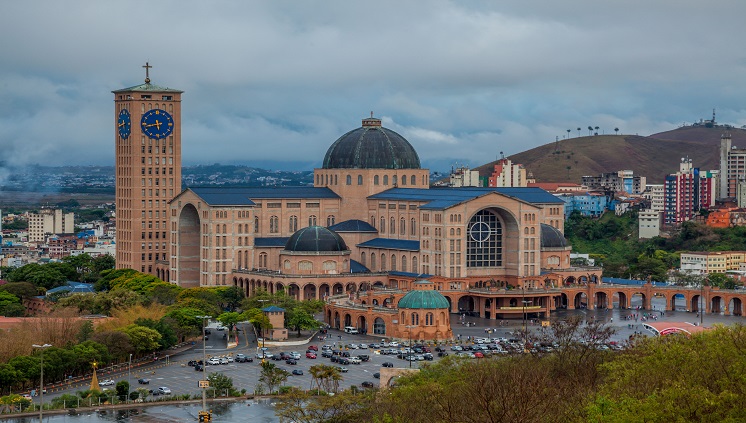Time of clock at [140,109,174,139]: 5:43
